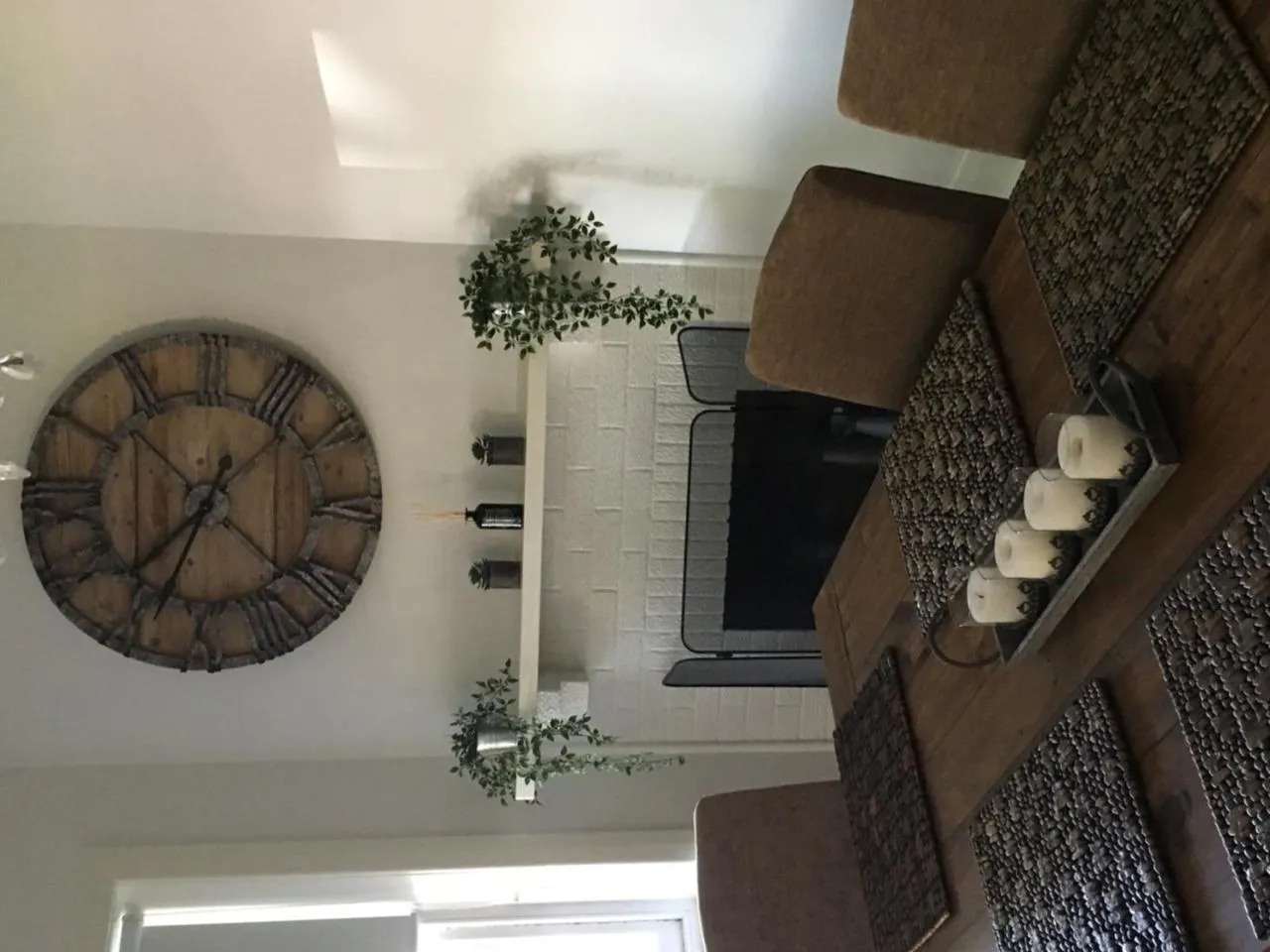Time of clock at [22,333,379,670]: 7:34
